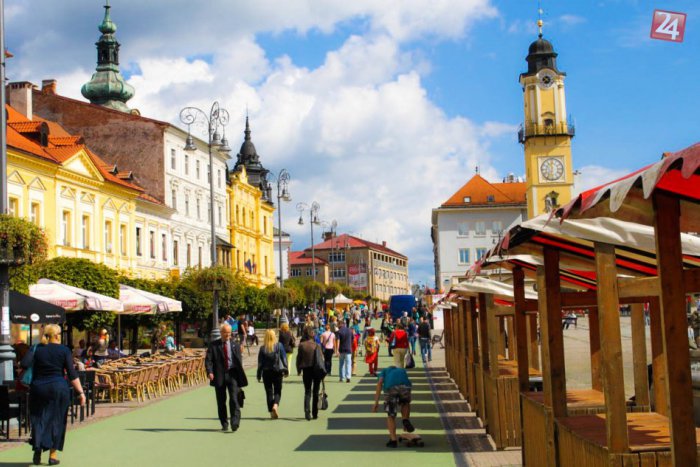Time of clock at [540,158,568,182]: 11:32
